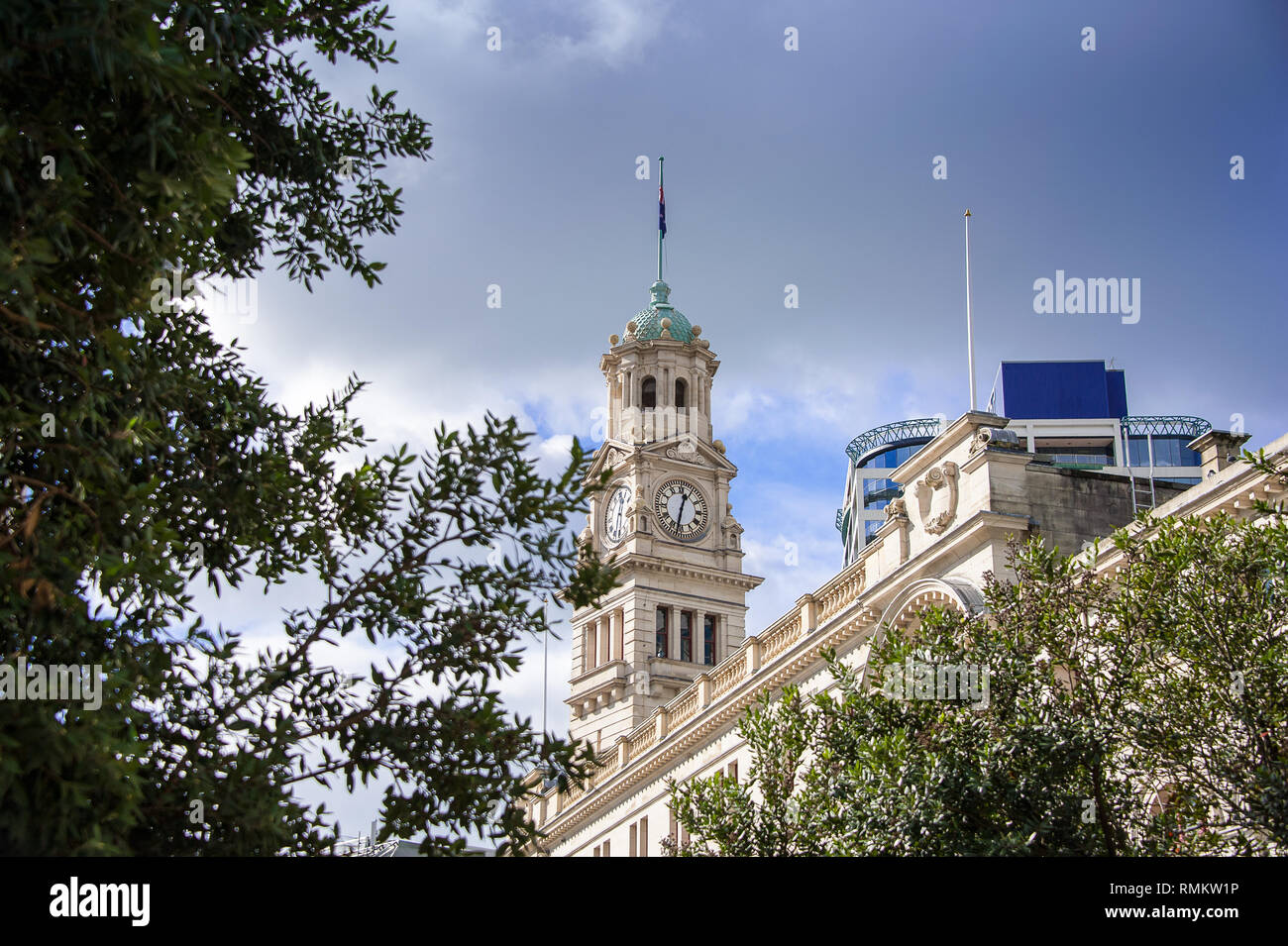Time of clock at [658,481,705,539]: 12:32
